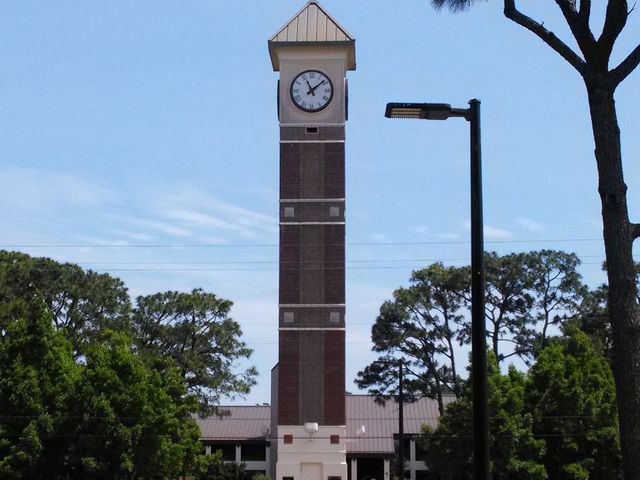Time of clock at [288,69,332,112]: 11:08
